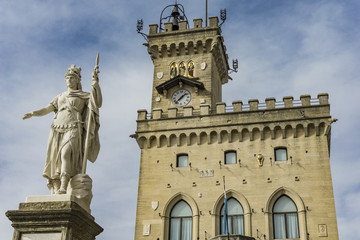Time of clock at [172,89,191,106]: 1:36
